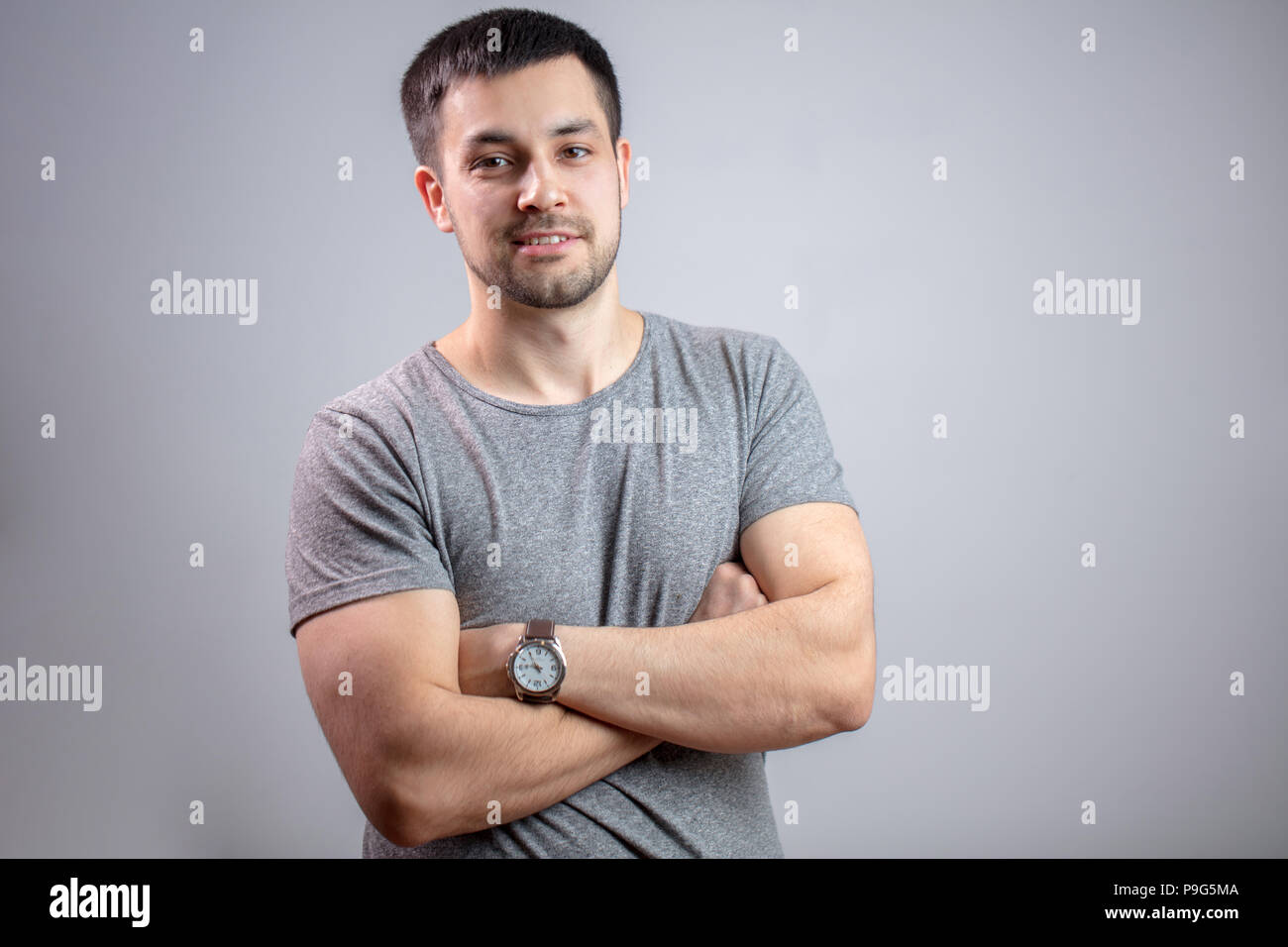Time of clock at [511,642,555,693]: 10:46
